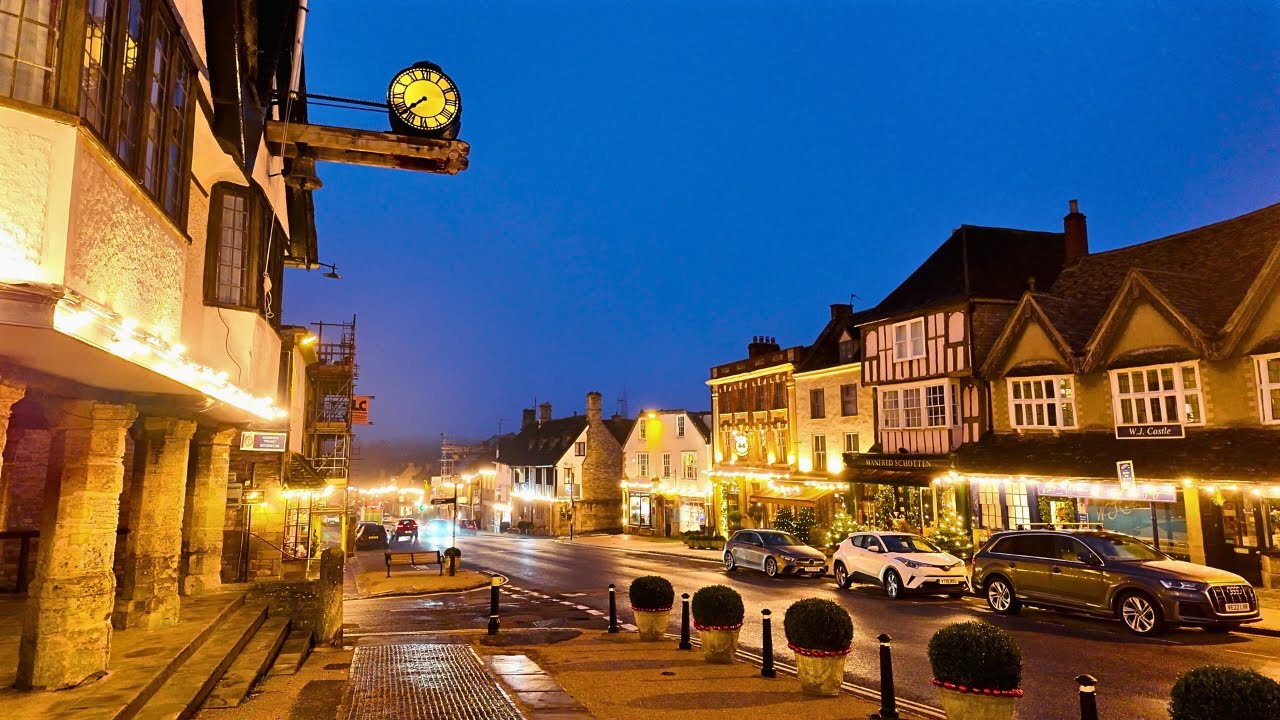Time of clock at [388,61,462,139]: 7:37
